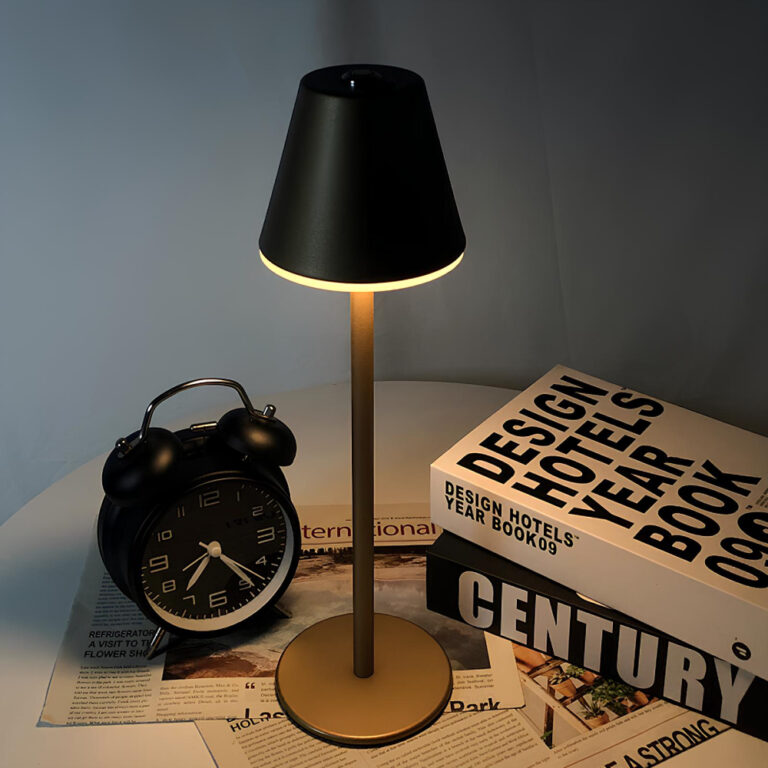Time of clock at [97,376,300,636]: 7:23
